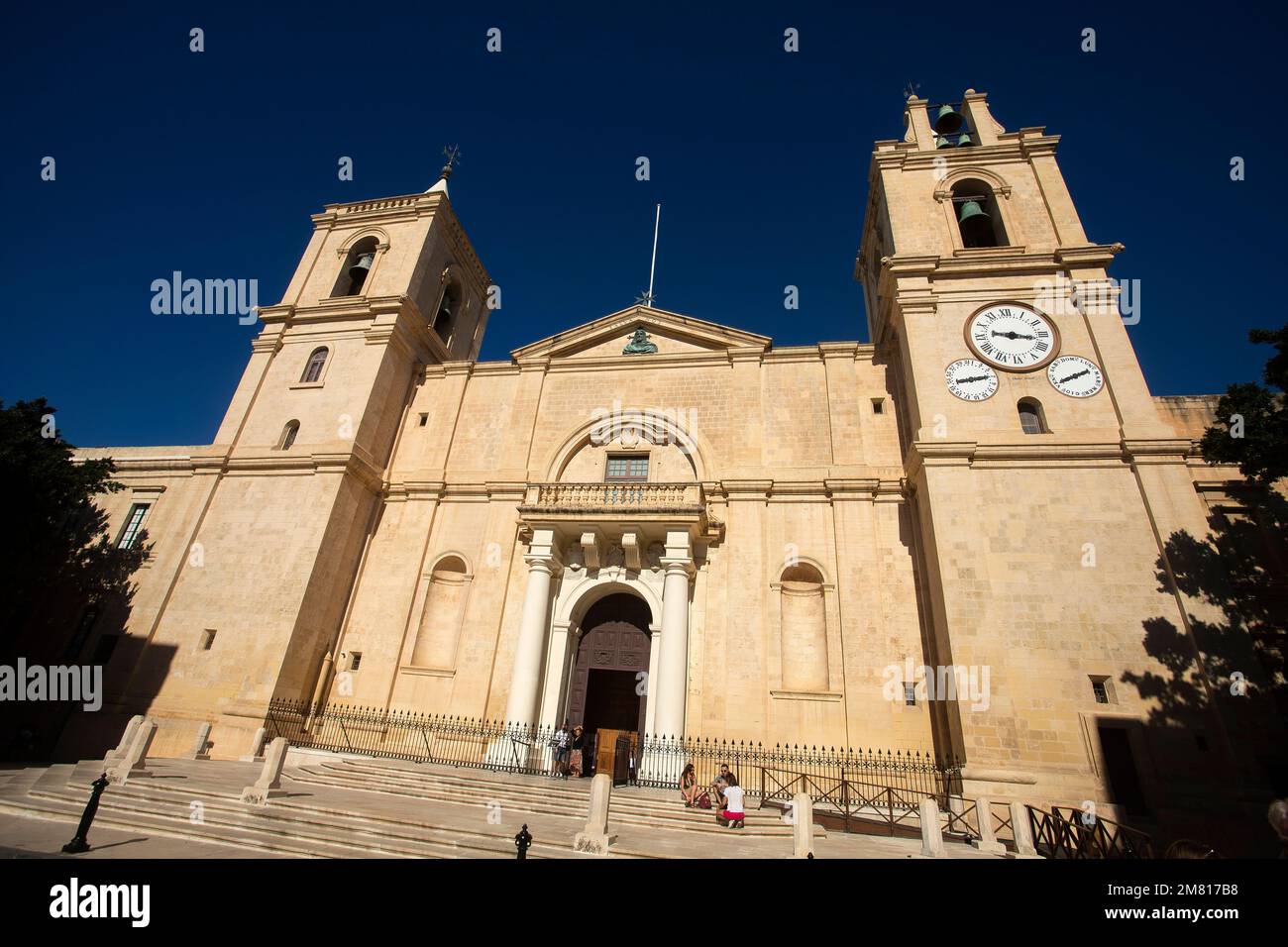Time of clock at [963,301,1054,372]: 9:16
